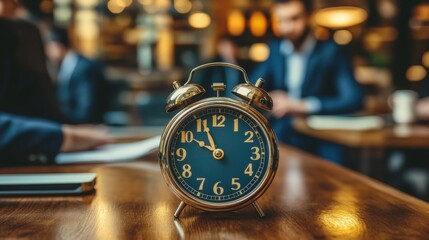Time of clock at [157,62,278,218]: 9:56
